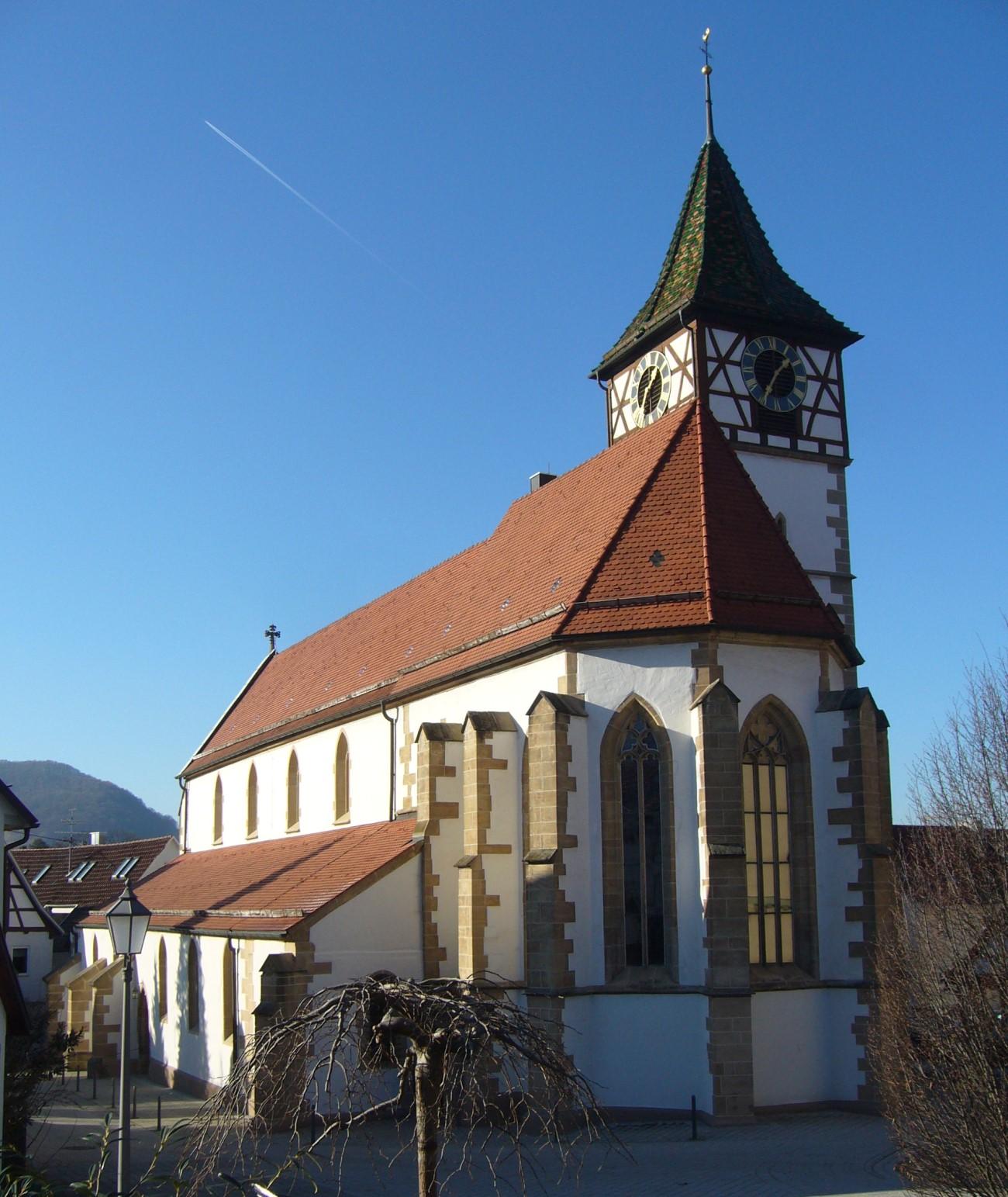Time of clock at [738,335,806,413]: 1:34
